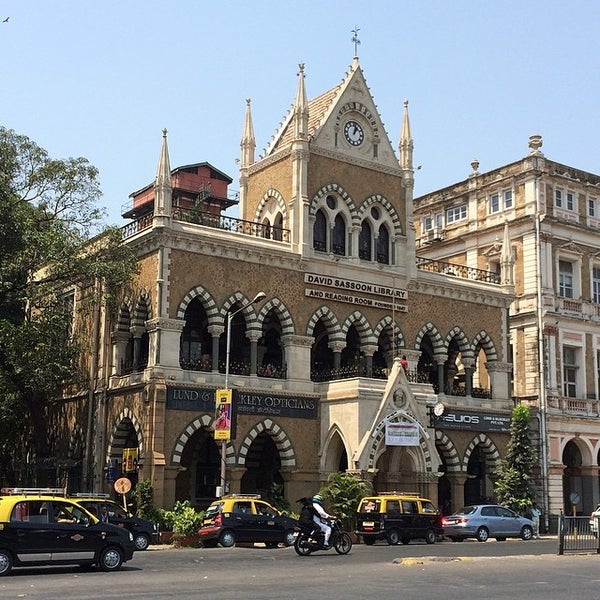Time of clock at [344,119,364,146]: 1:02
